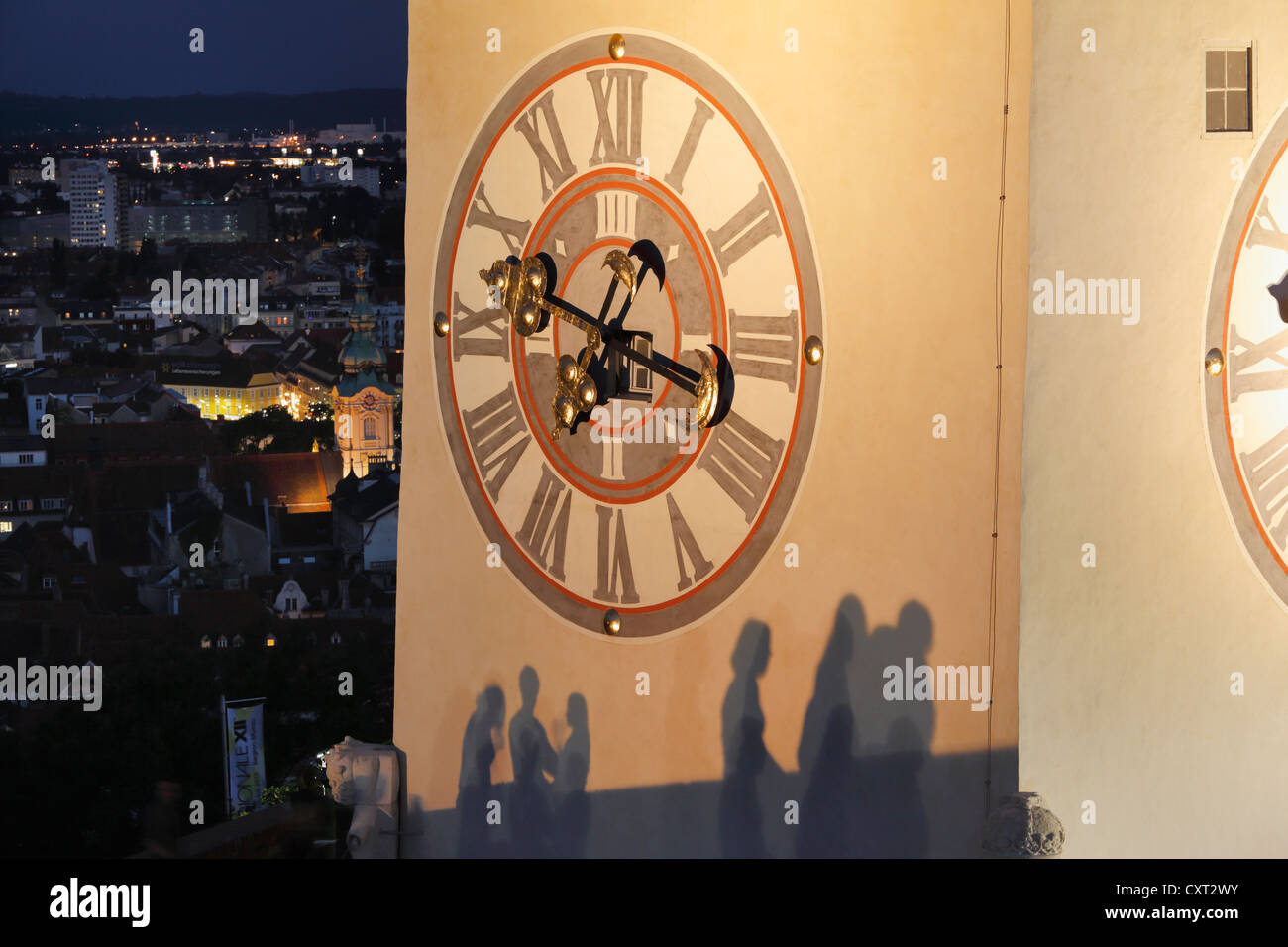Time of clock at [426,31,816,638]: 6:47
